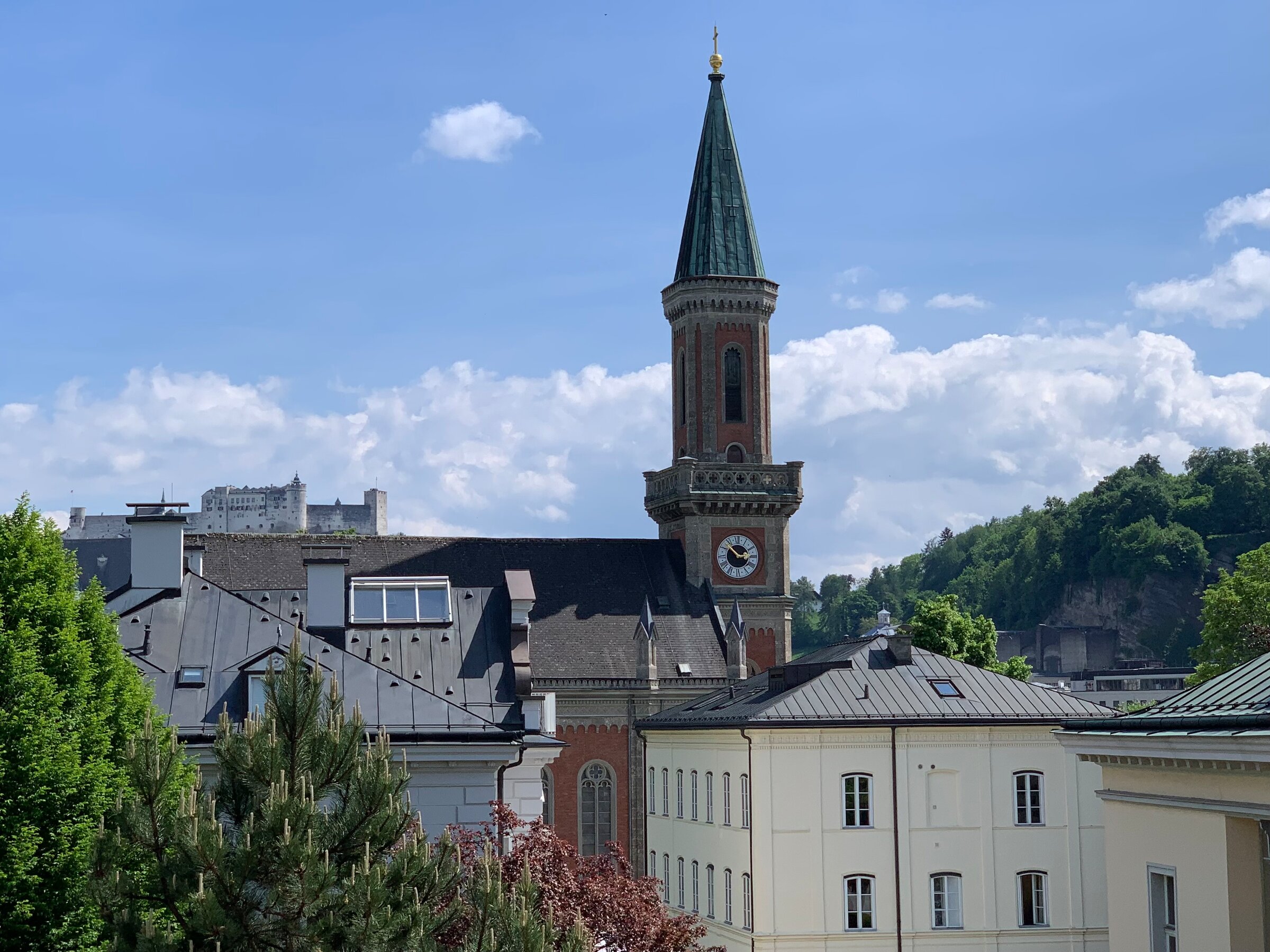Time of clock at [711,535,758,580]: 2:53
